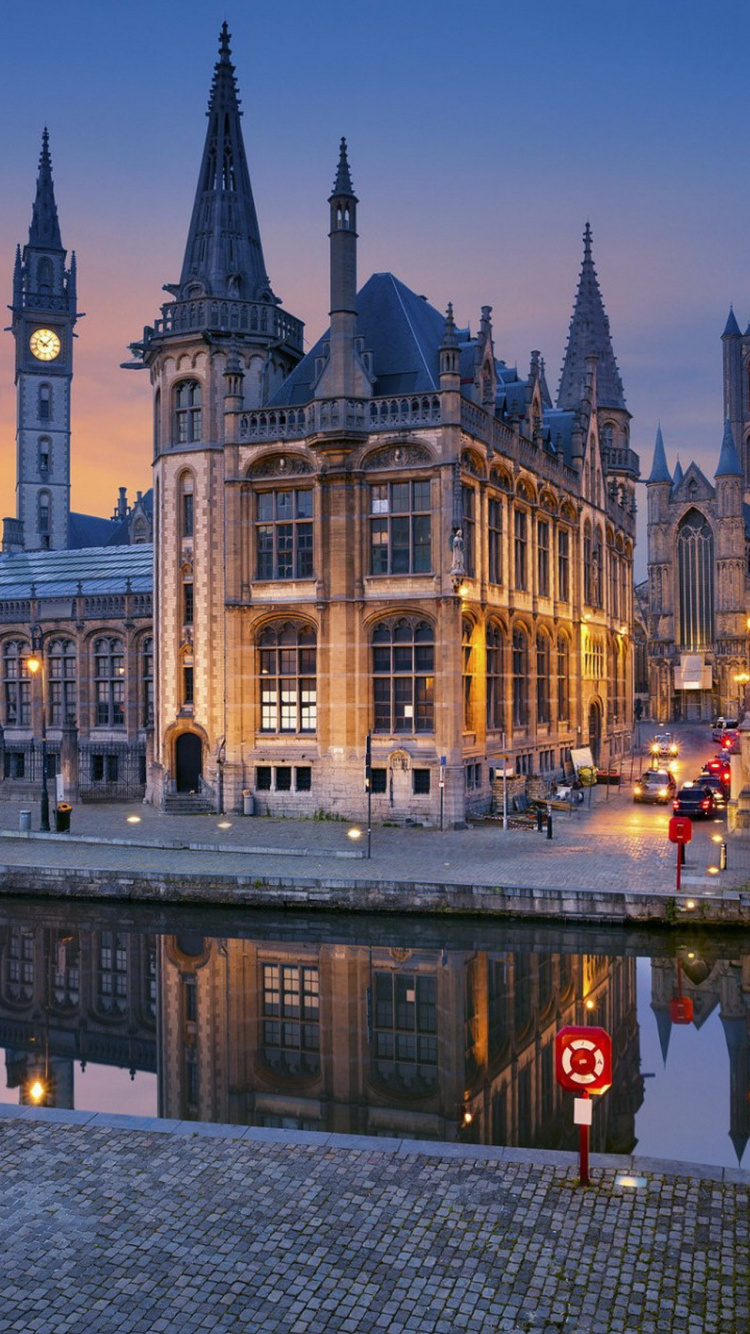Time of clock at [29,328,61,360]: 10:07
